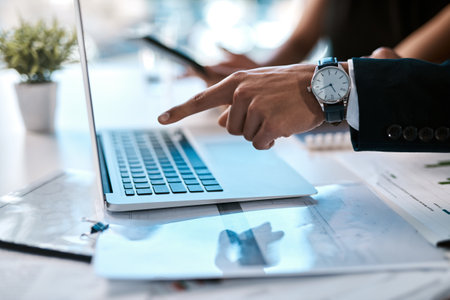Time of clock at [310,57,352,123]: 4:42
